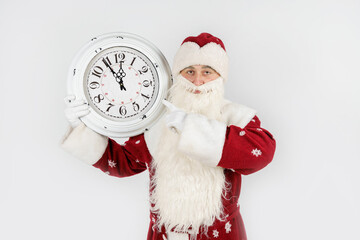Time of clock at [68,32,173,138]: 11:54
